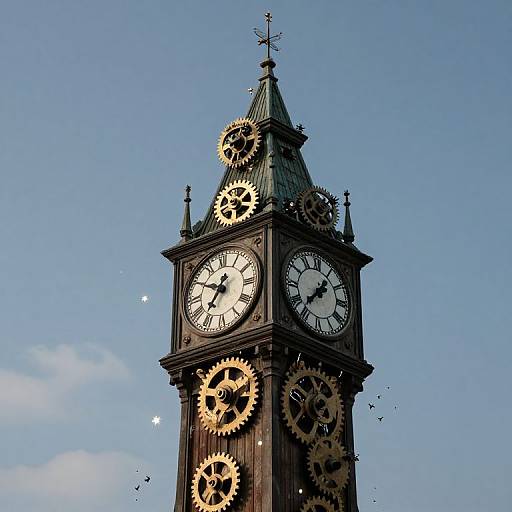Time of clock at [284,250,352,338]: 1:37
